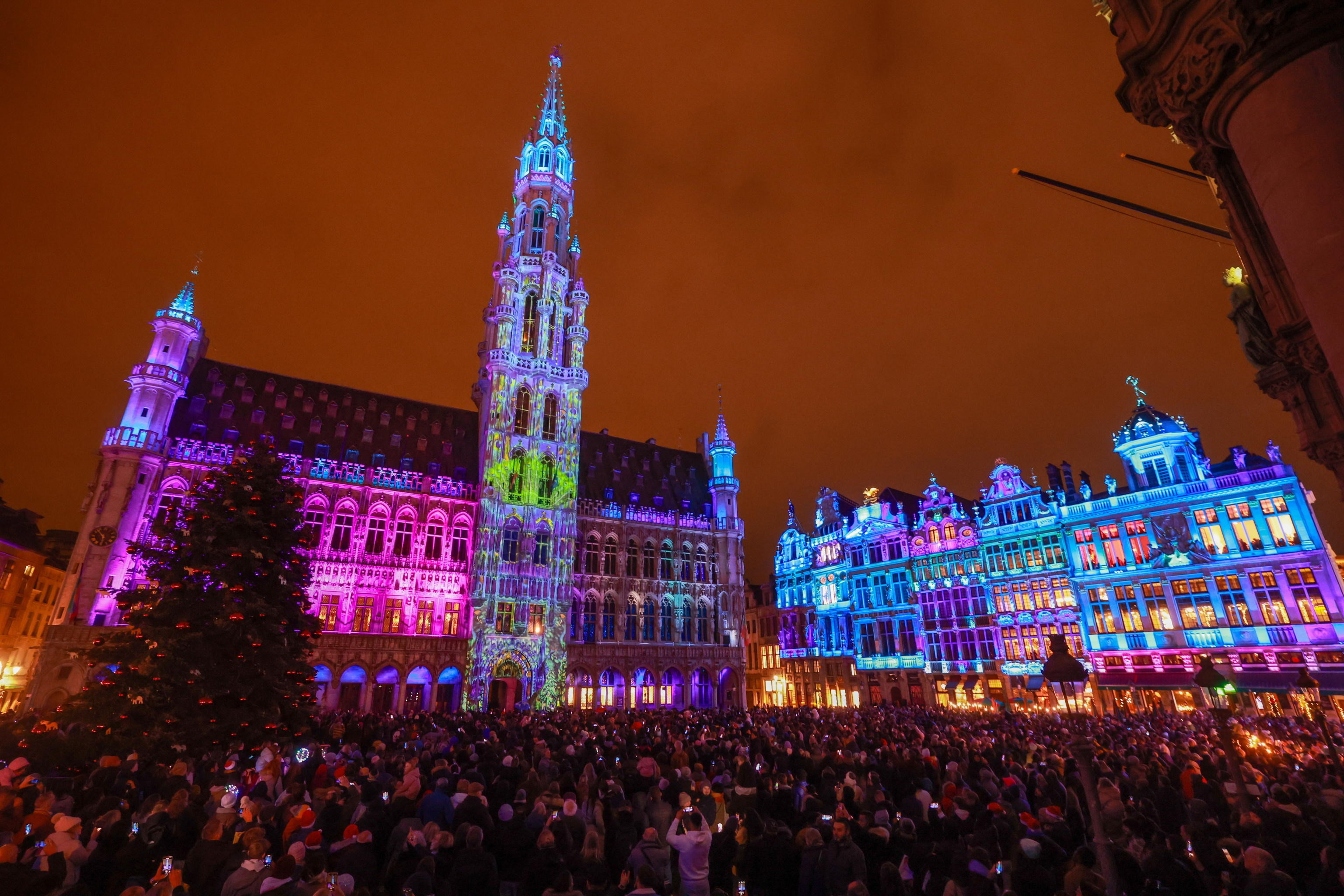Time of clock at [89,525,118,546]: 5:54
